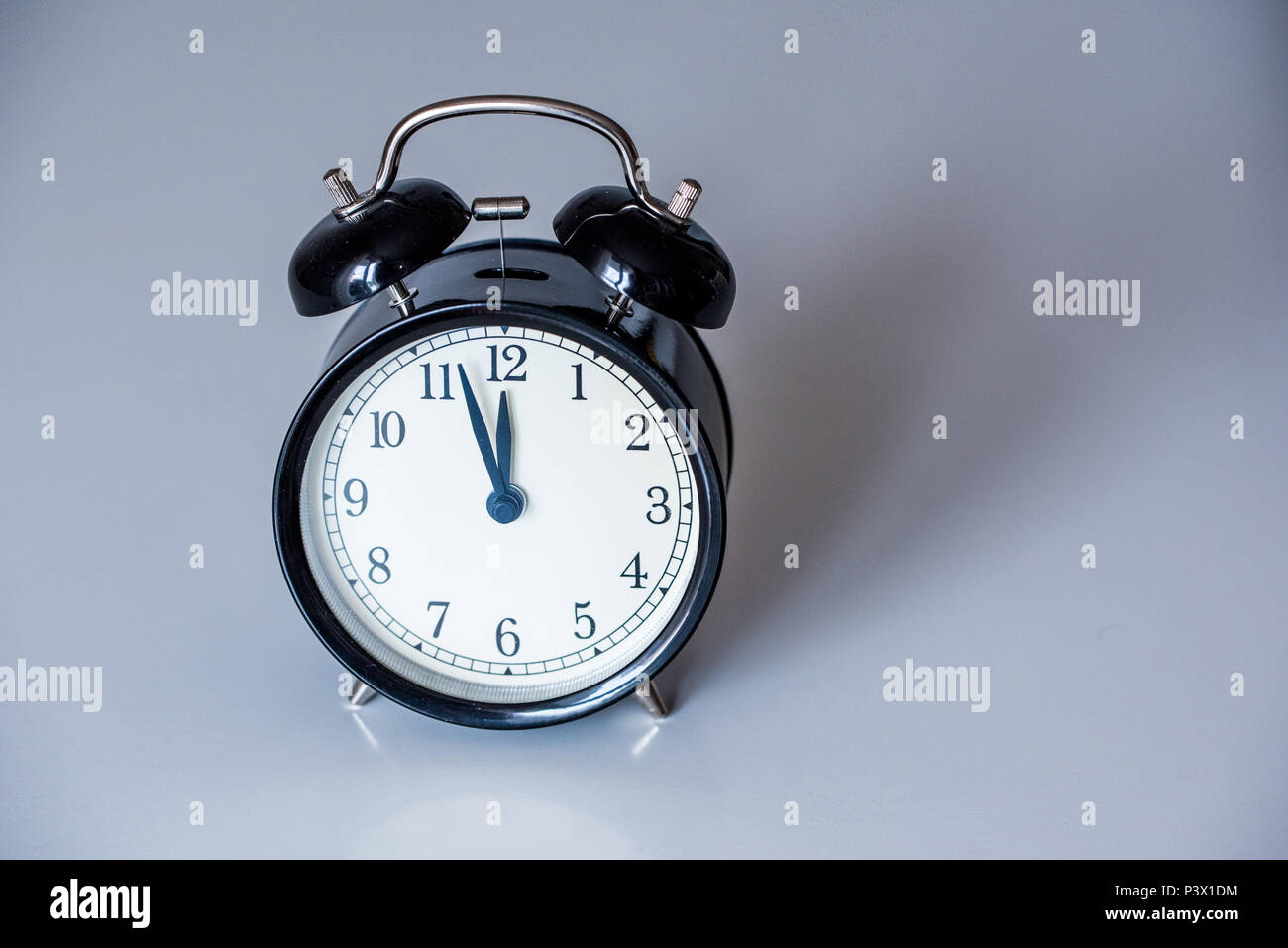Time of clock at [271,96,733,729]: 11:56
